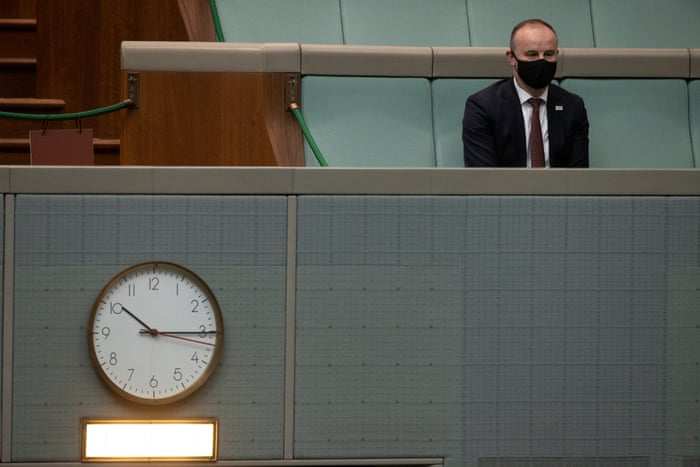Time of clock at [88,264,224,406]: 10:15
